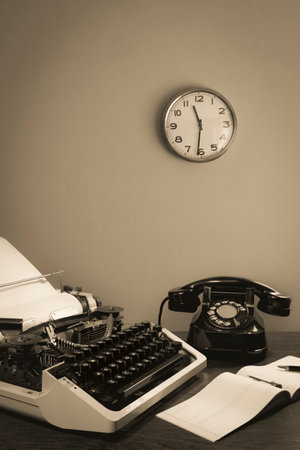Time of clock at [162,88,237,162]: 11:31
